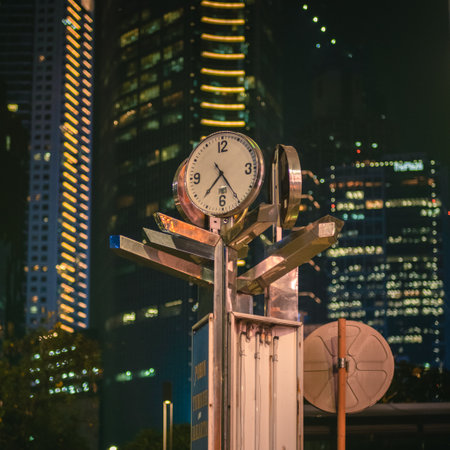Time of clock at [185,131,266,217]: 7:24
